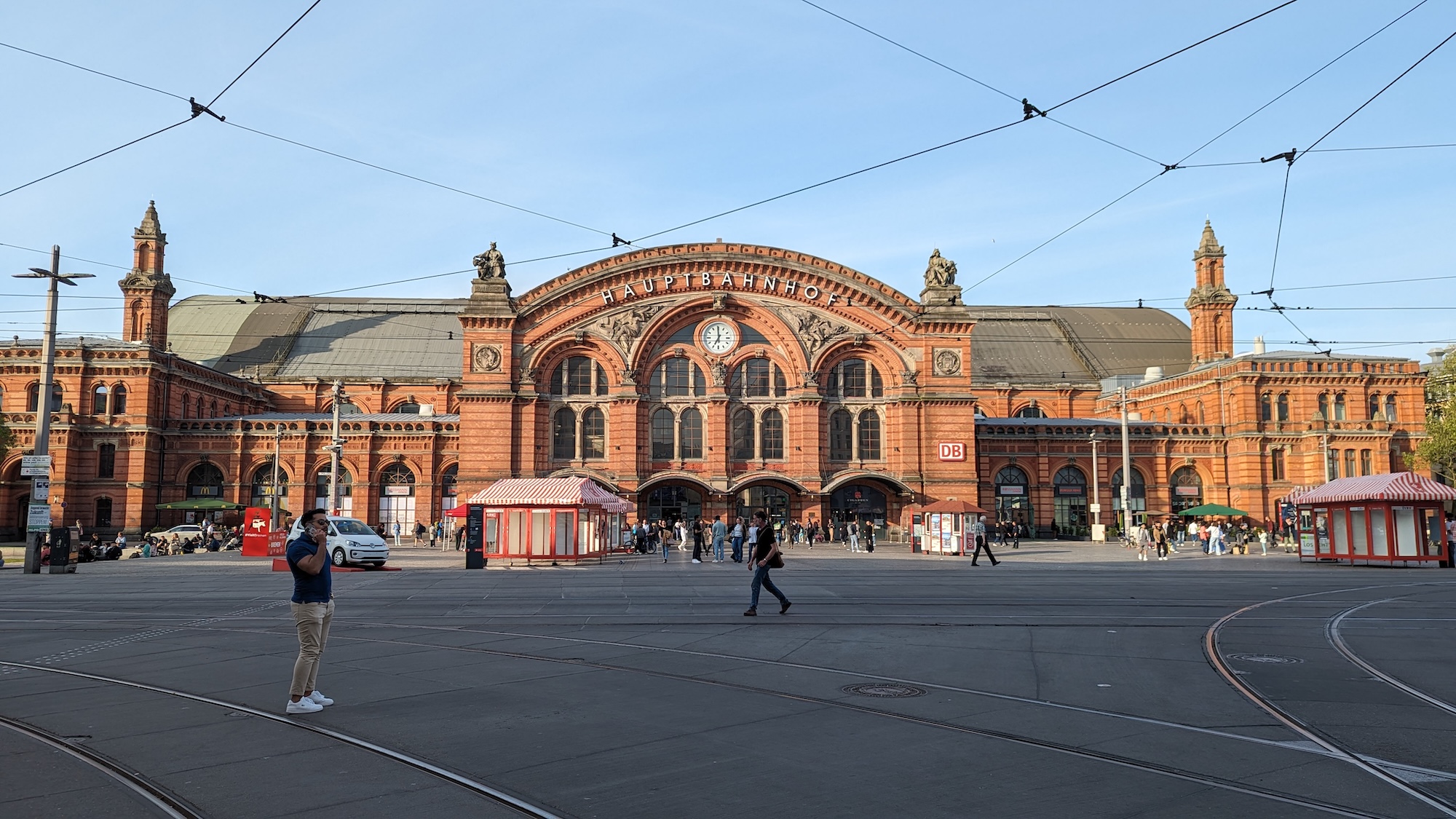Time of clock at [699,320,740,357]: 6:59
